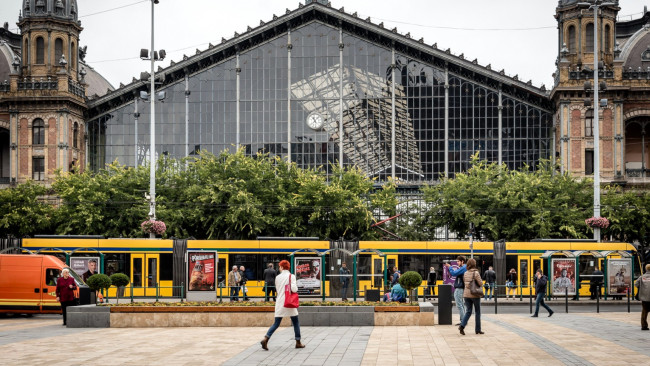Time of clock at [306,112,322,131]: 11:07
